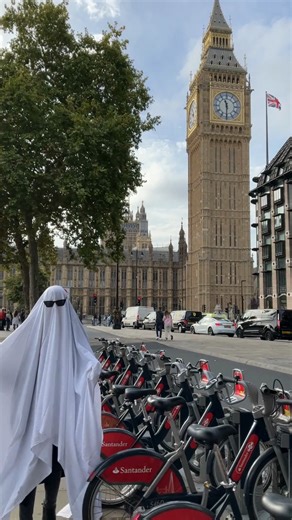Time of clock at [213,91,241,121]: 11:30
